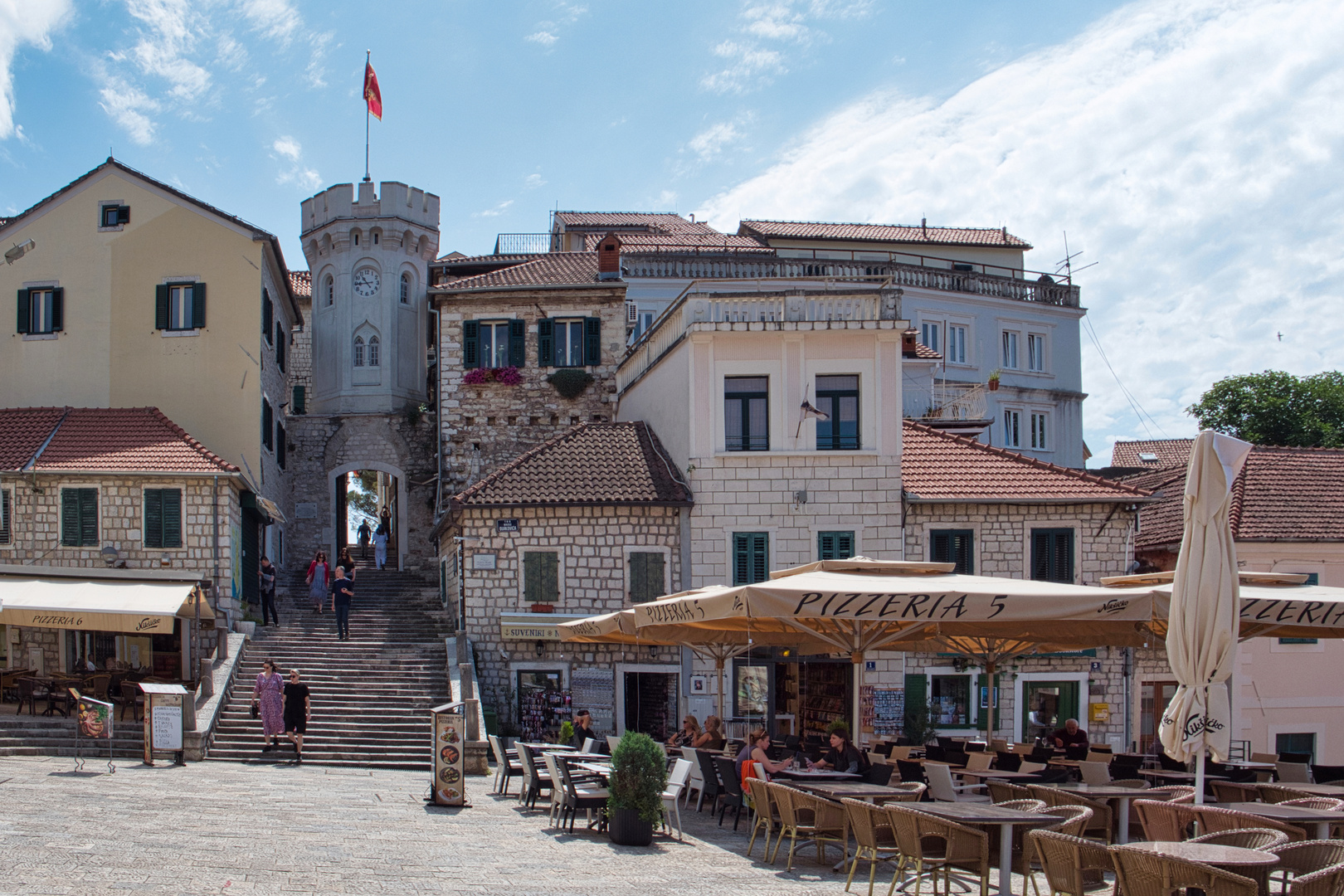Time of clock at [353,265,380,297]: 10:44
